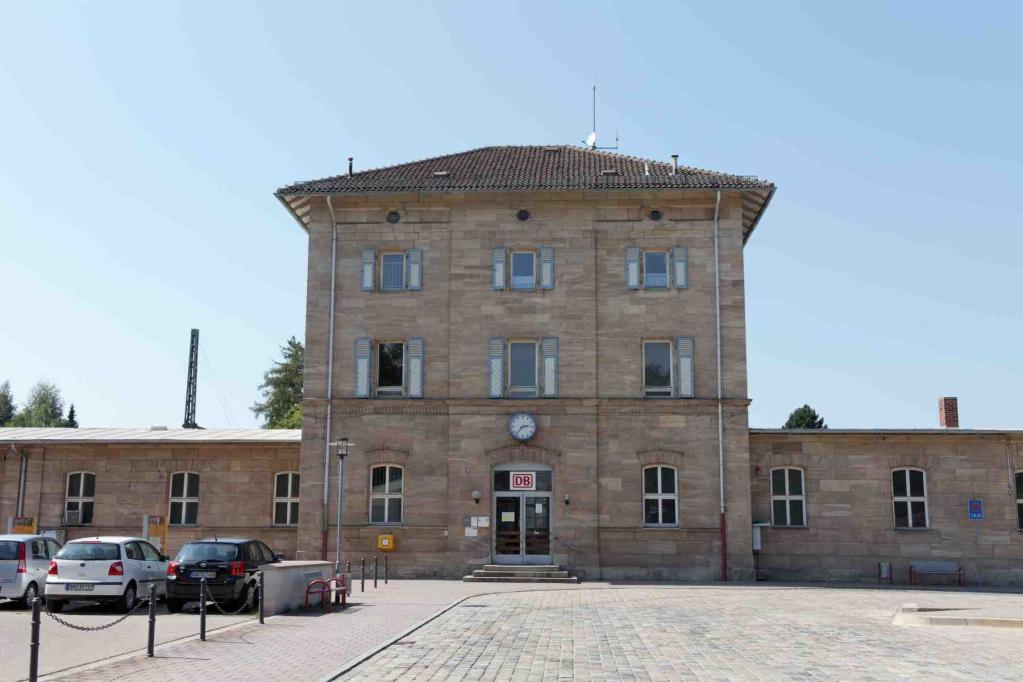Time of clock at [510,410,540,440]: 2:37
